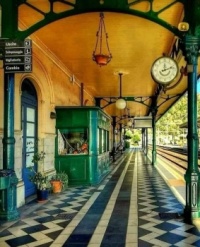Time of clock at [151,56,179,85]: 12:11
